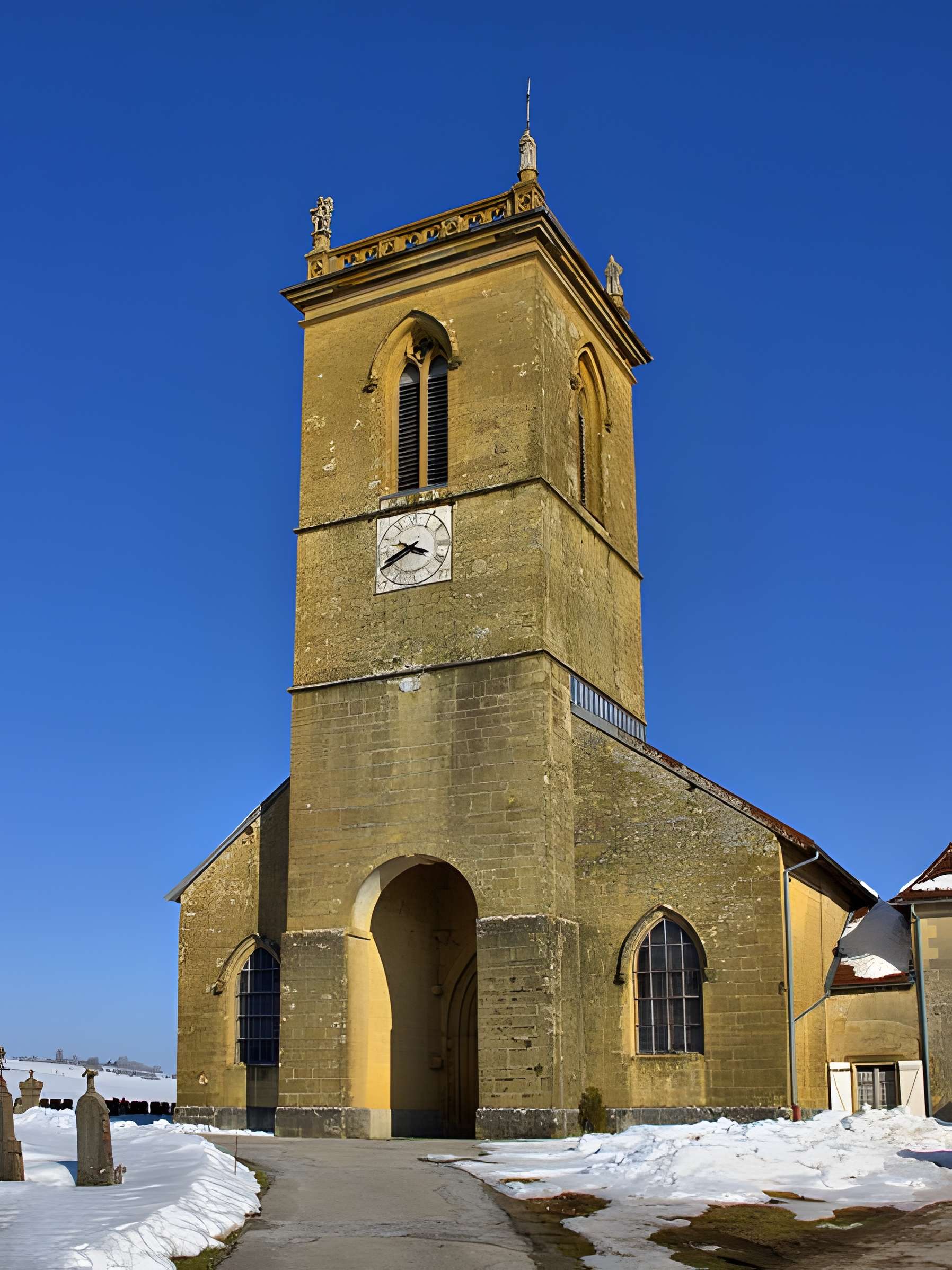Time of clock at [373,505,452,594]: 3:40
